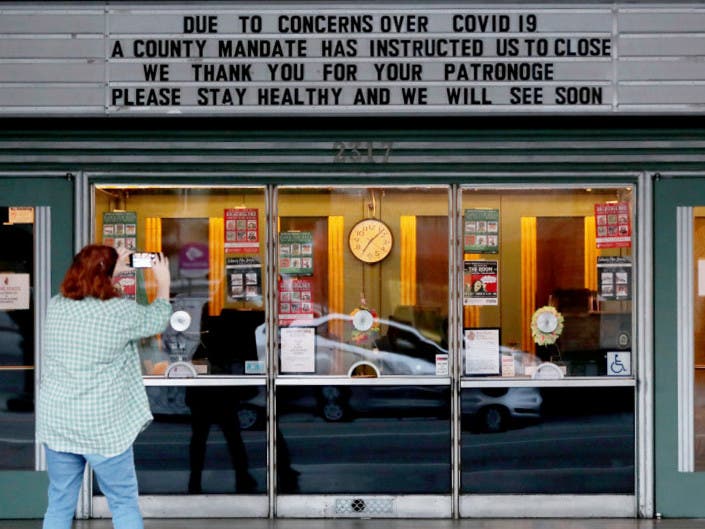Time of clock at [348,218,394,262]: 7:07
